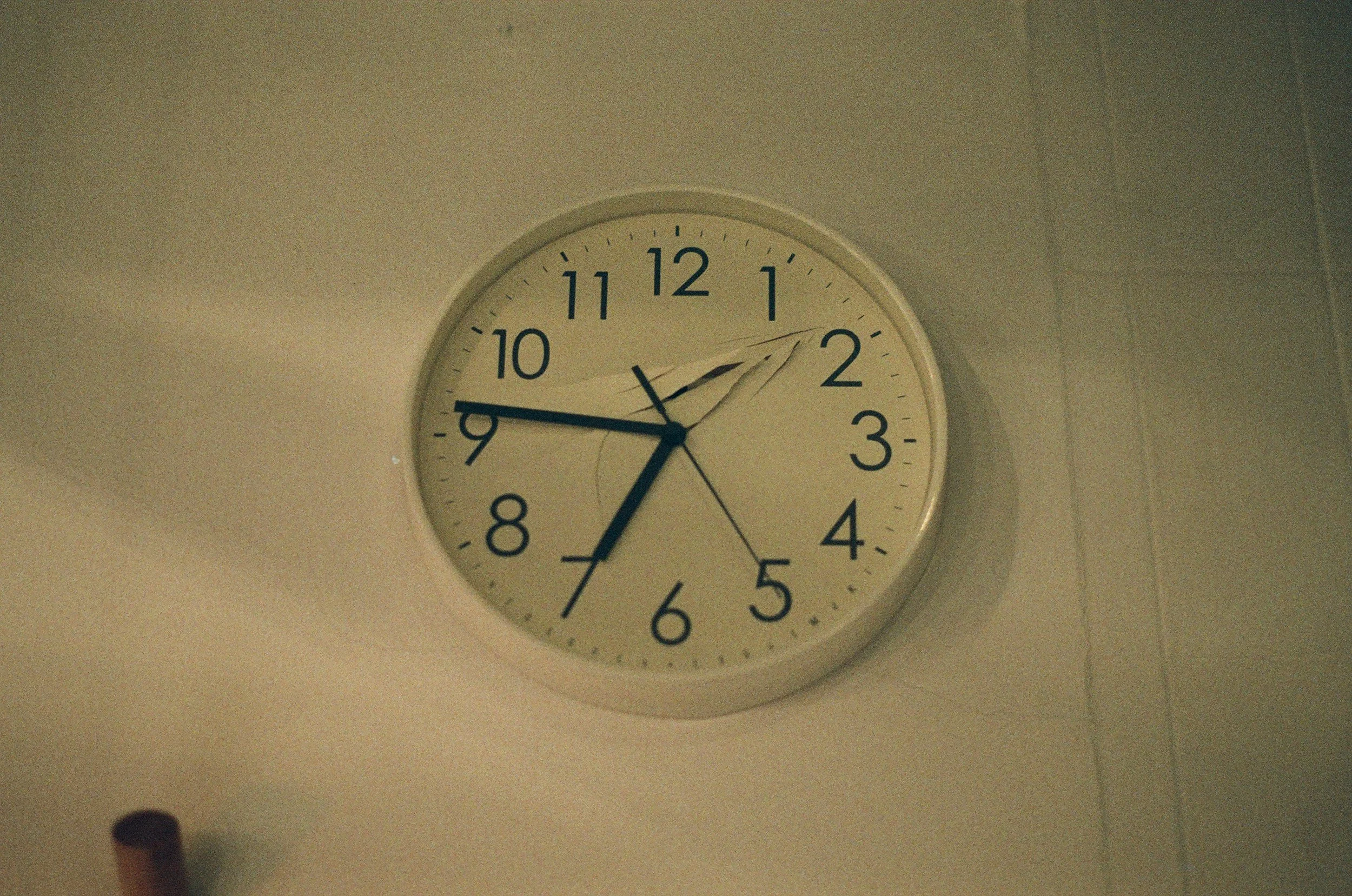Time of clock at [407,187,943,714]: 6:46
